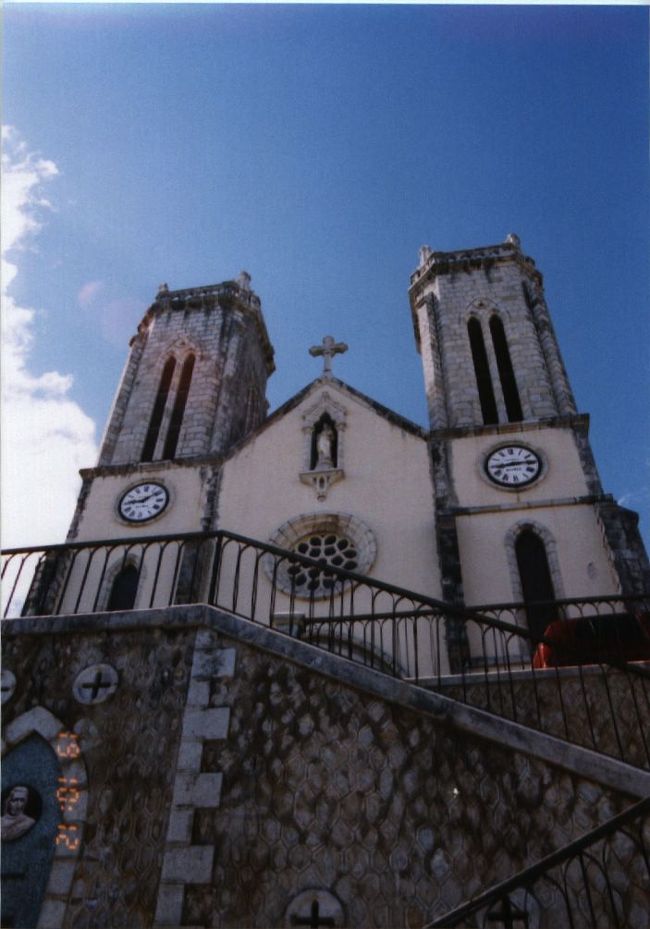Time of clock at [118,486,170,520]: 9:08
